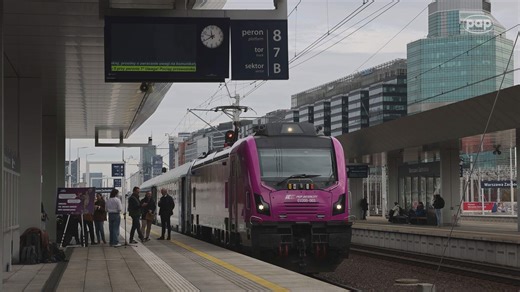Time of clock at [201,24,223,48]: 11:39
